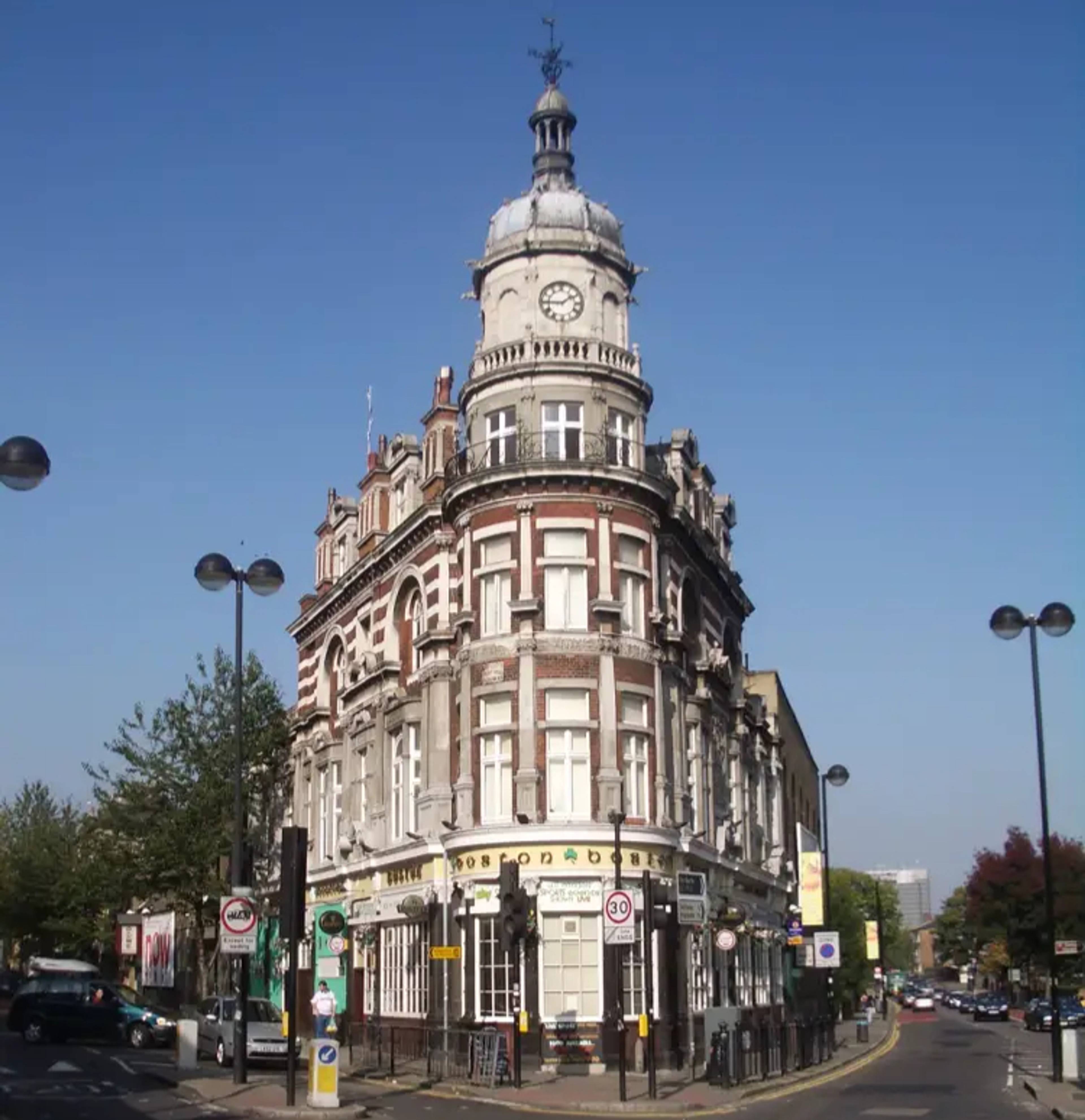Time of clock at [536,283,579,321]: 1:45
